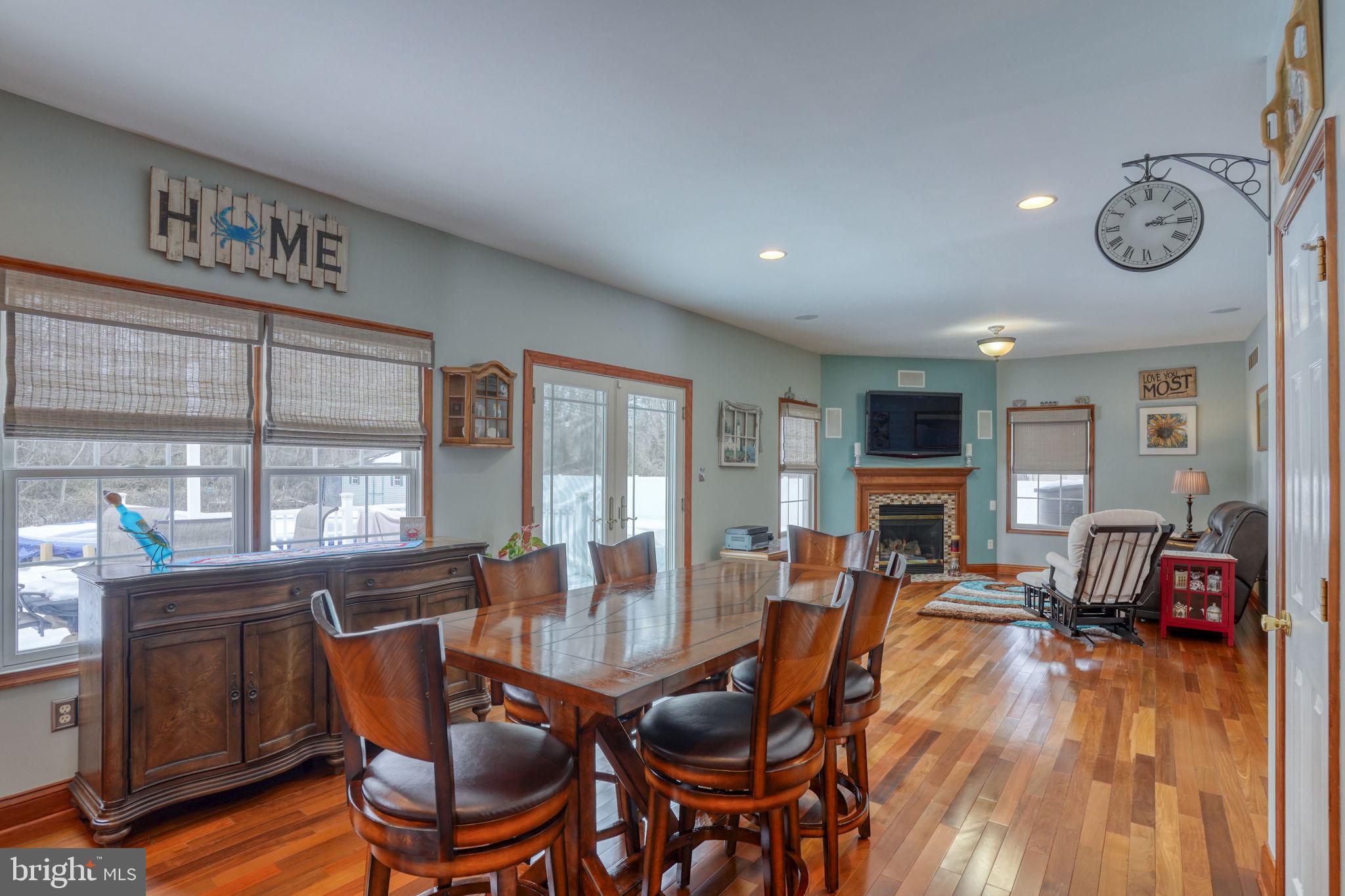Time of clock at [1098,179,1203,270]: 2:15
